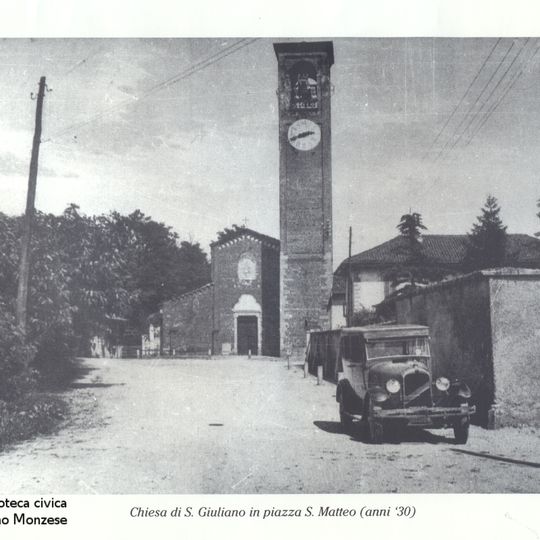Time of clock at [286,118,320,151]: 2:41
